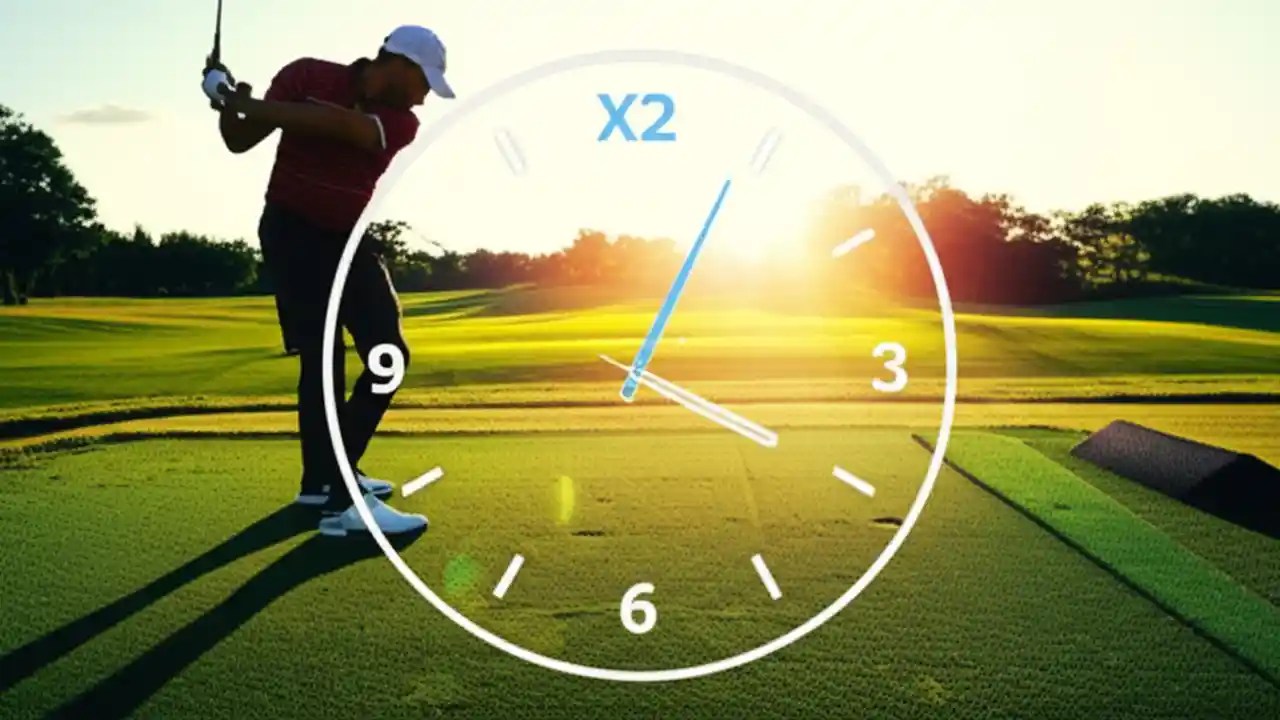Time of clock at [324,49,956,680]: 4:04
